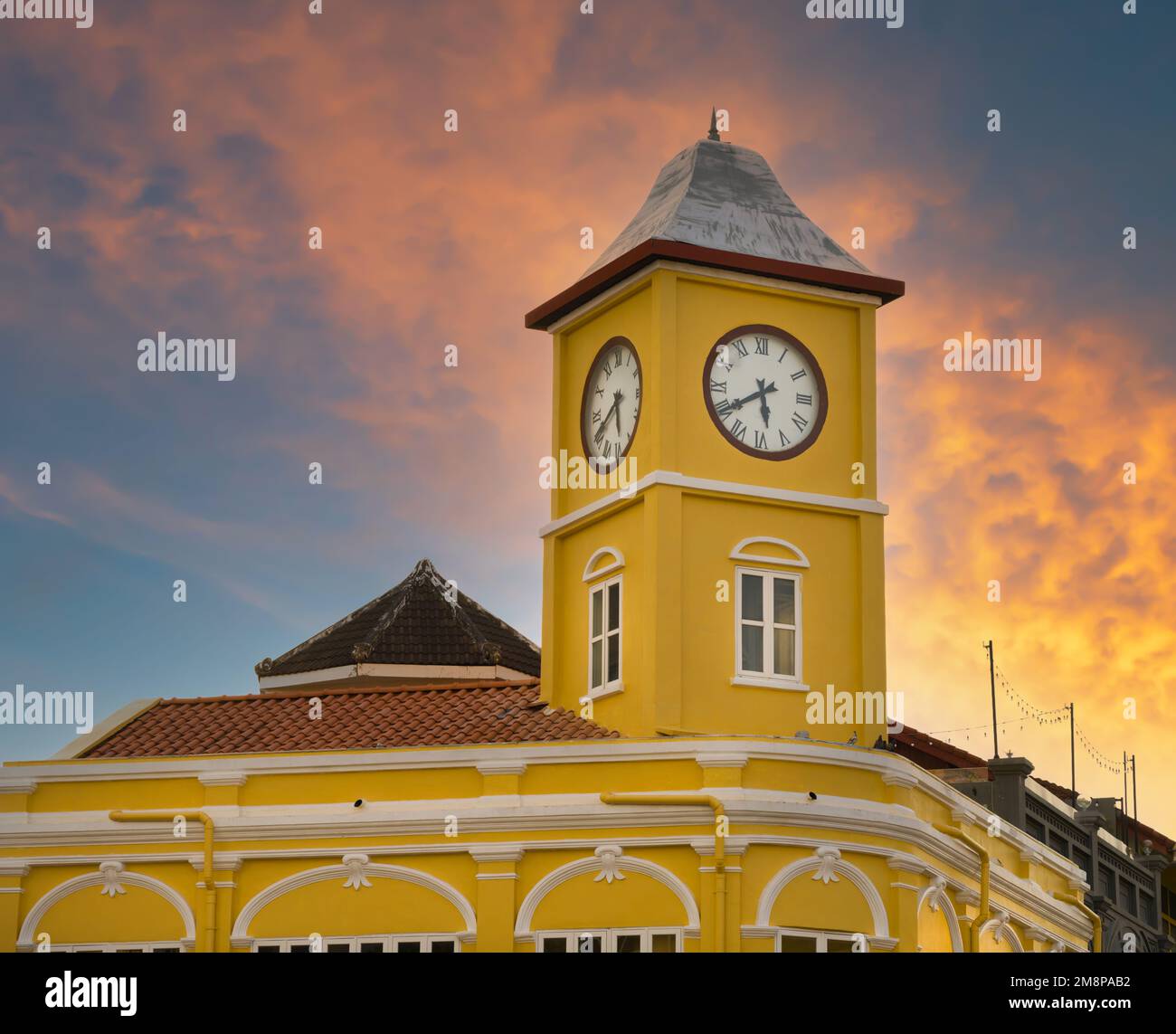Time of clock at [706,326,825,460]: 5:39
